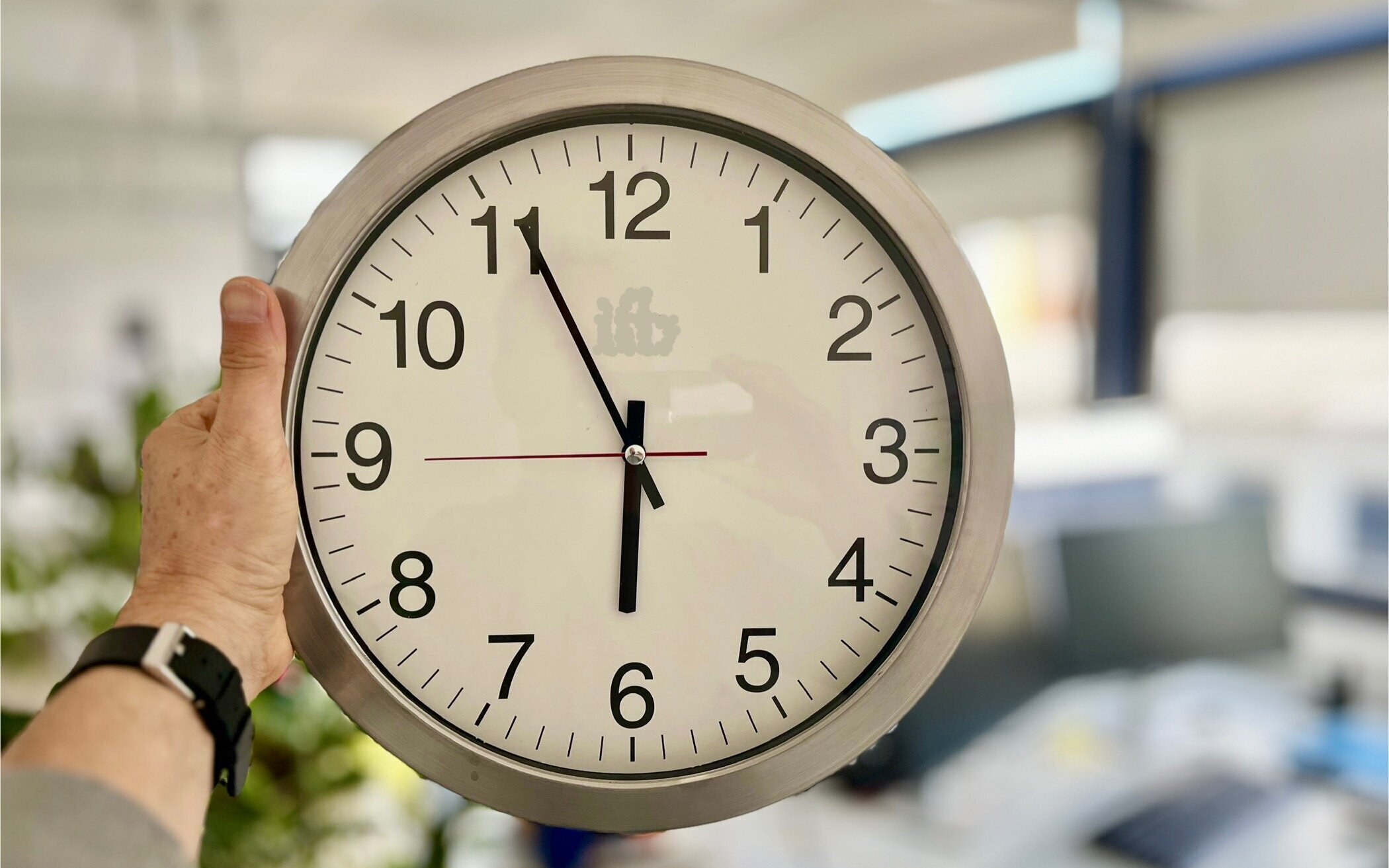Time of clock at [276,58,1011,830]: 5:55
